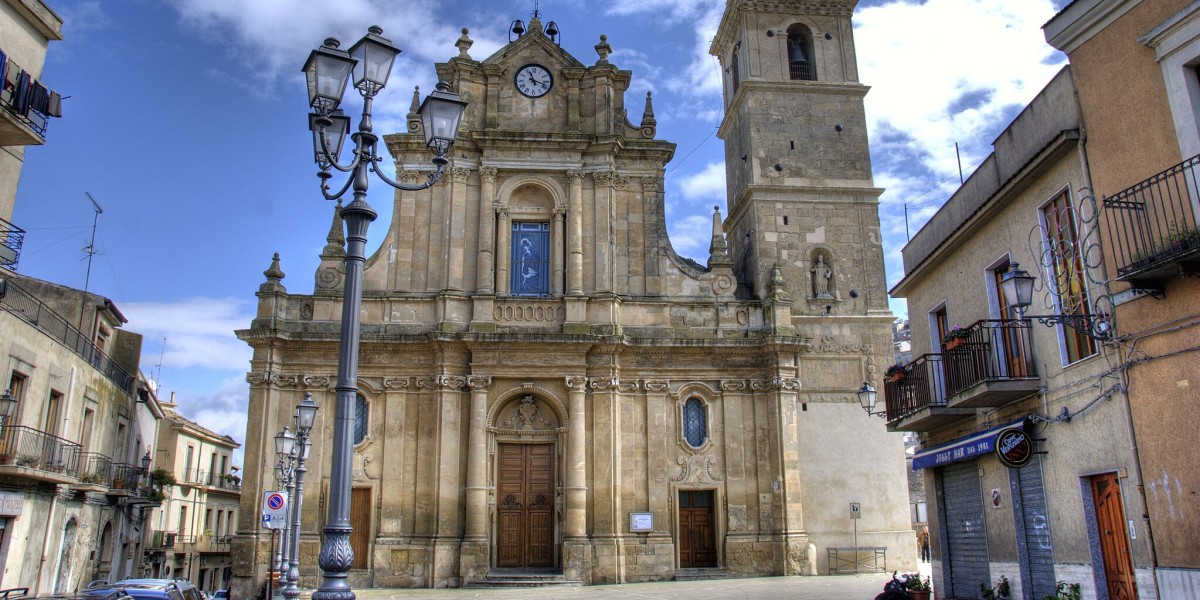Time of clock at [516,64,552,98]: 11:17
